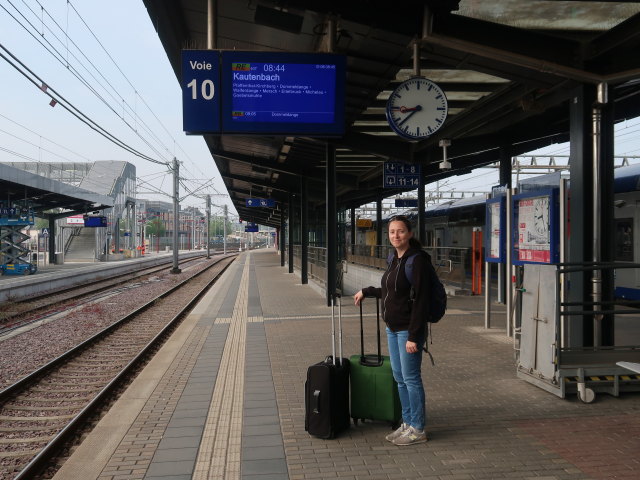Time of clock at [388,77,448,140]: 8:38
